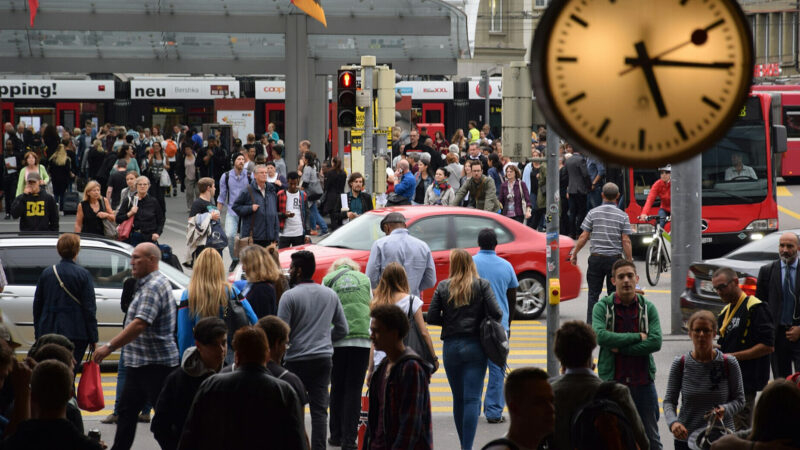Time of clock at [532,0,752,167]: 5:15
